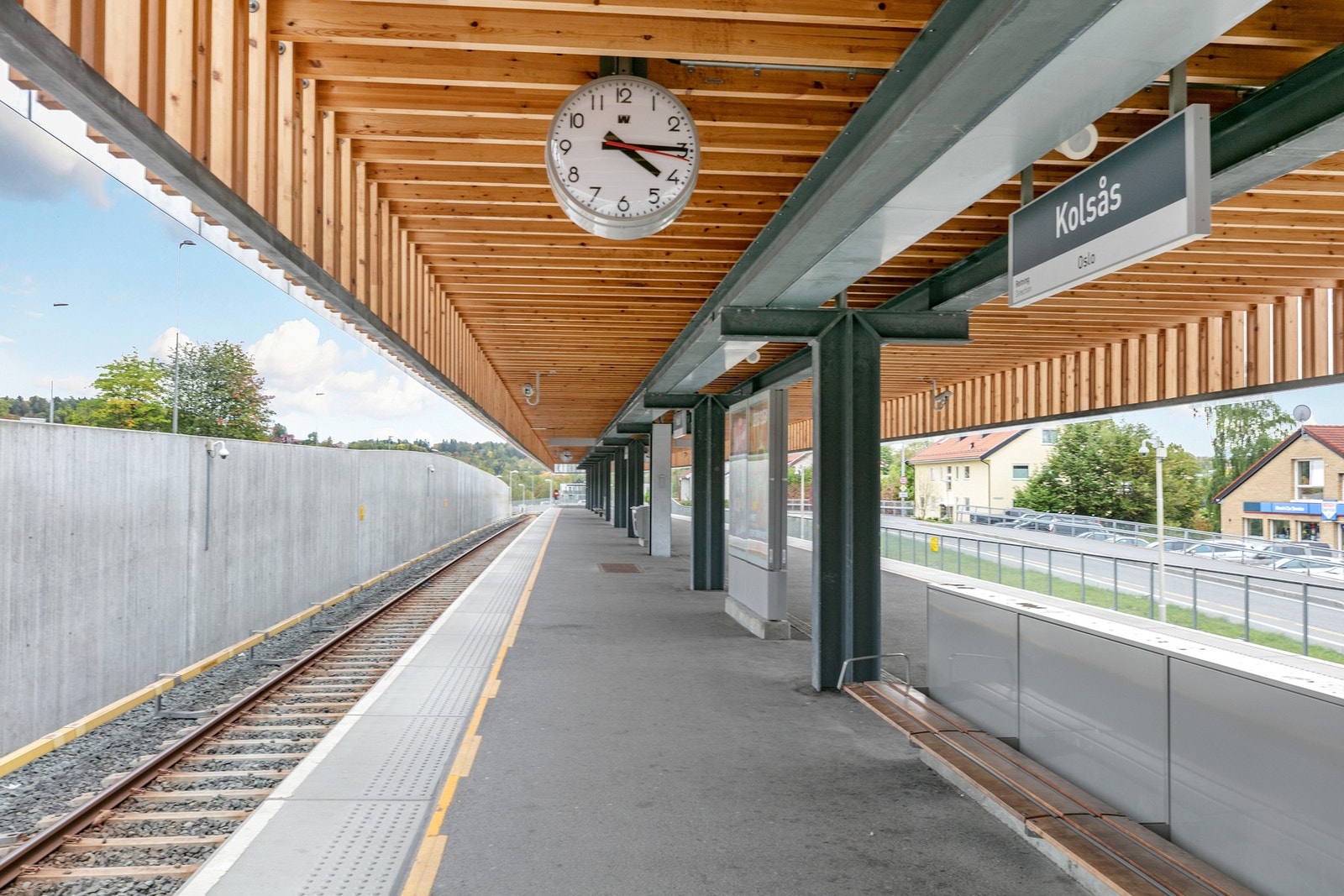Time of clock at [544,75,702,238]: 4:14
